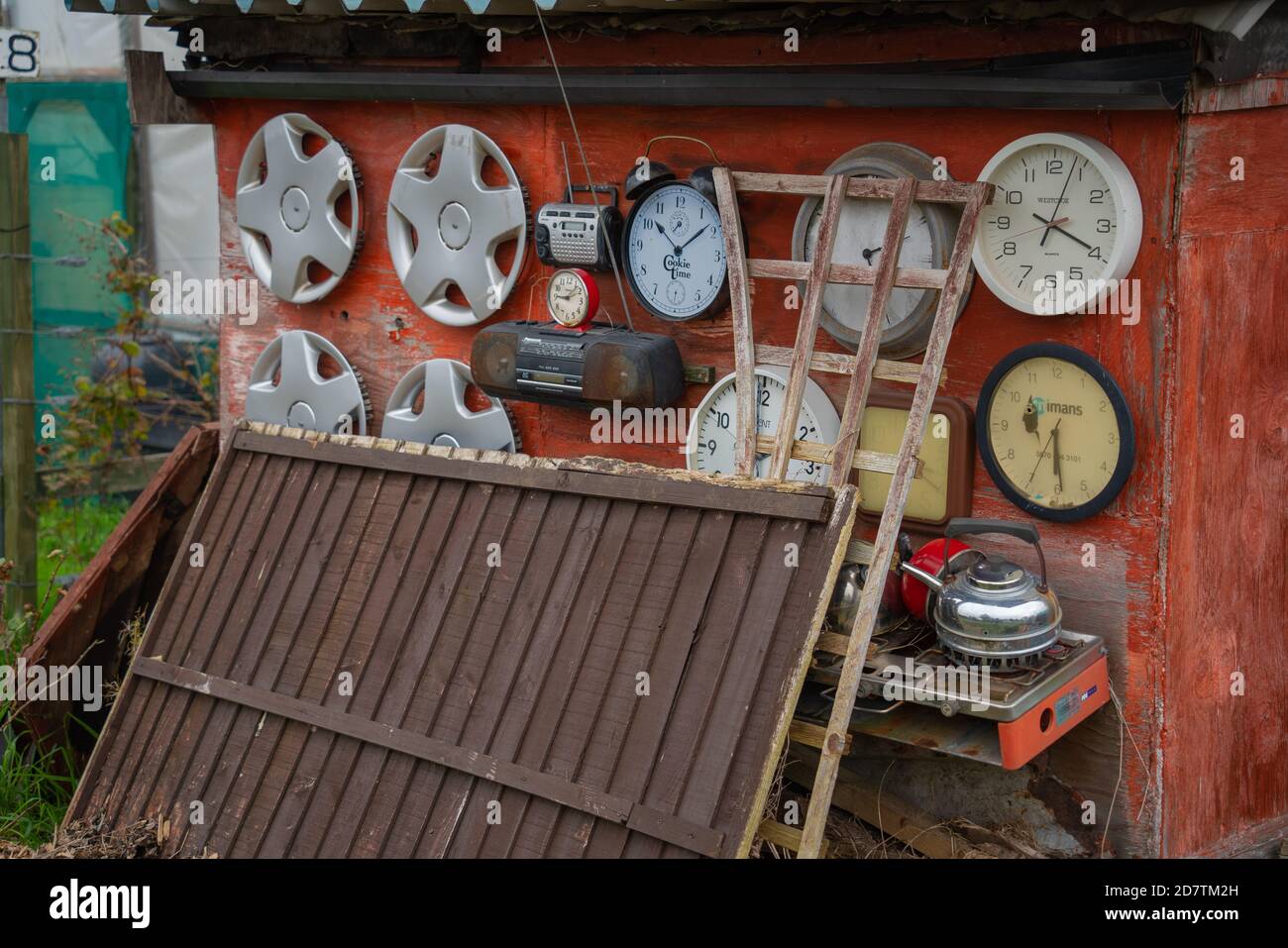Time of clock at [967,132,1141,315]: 4:03
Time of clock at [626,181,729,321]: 10:08
